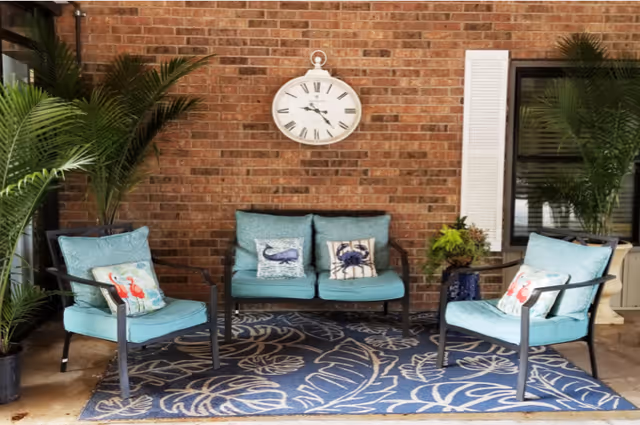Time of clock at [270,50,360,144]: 9:22
